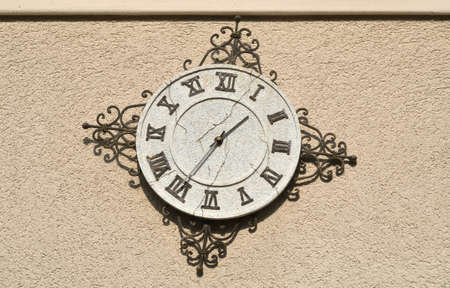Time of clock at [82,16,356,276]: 1:35
